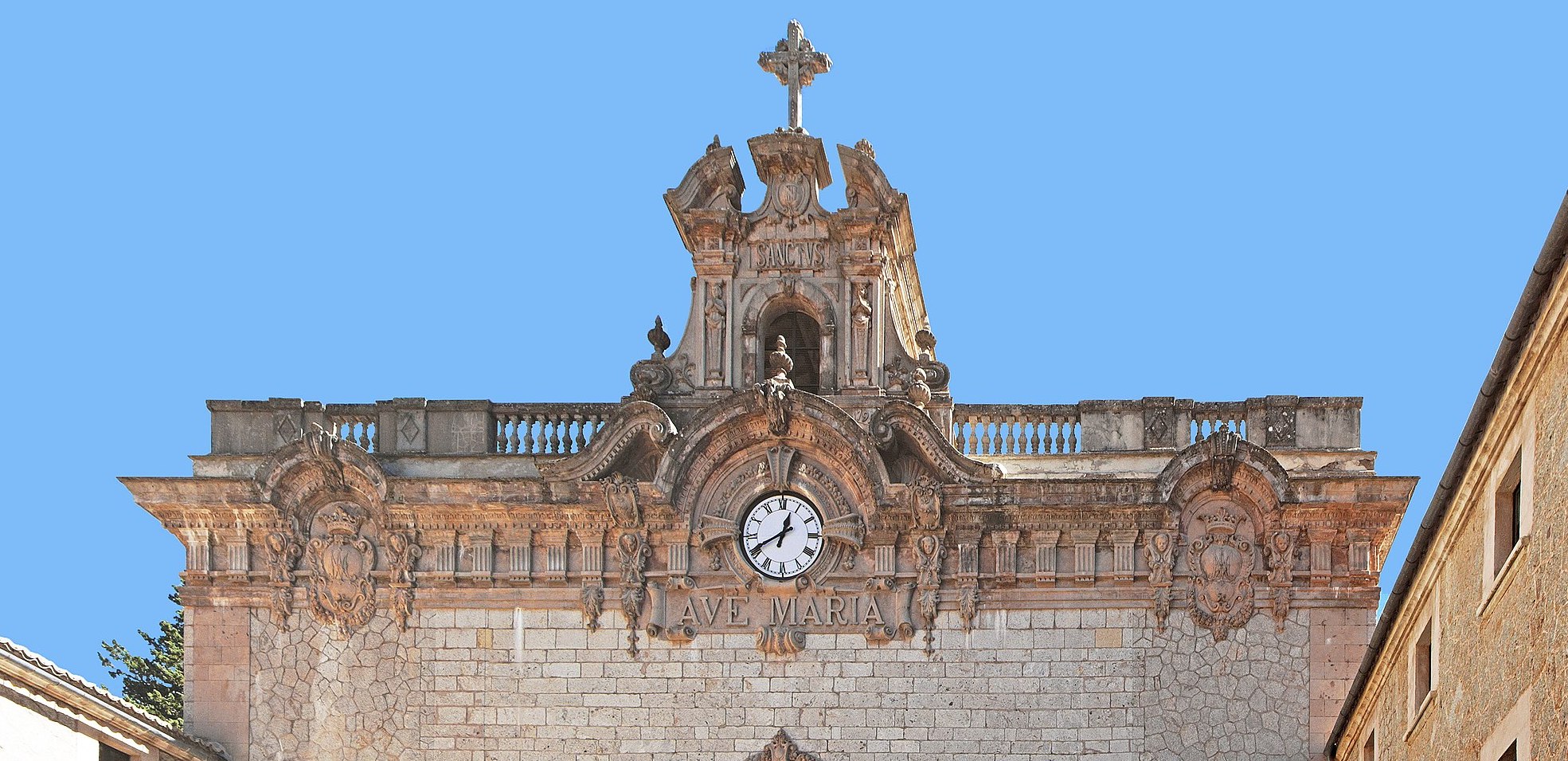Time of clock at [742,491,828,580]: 12:40
